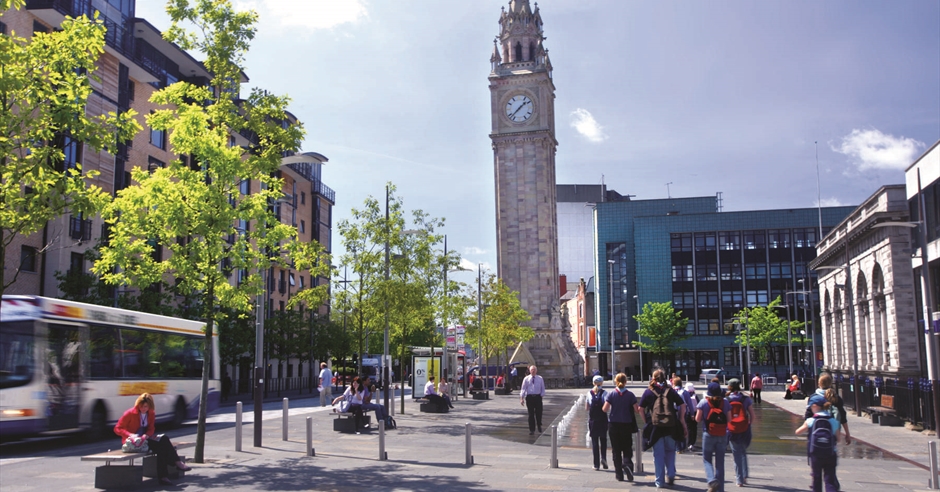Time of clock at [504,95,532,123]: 1:37
